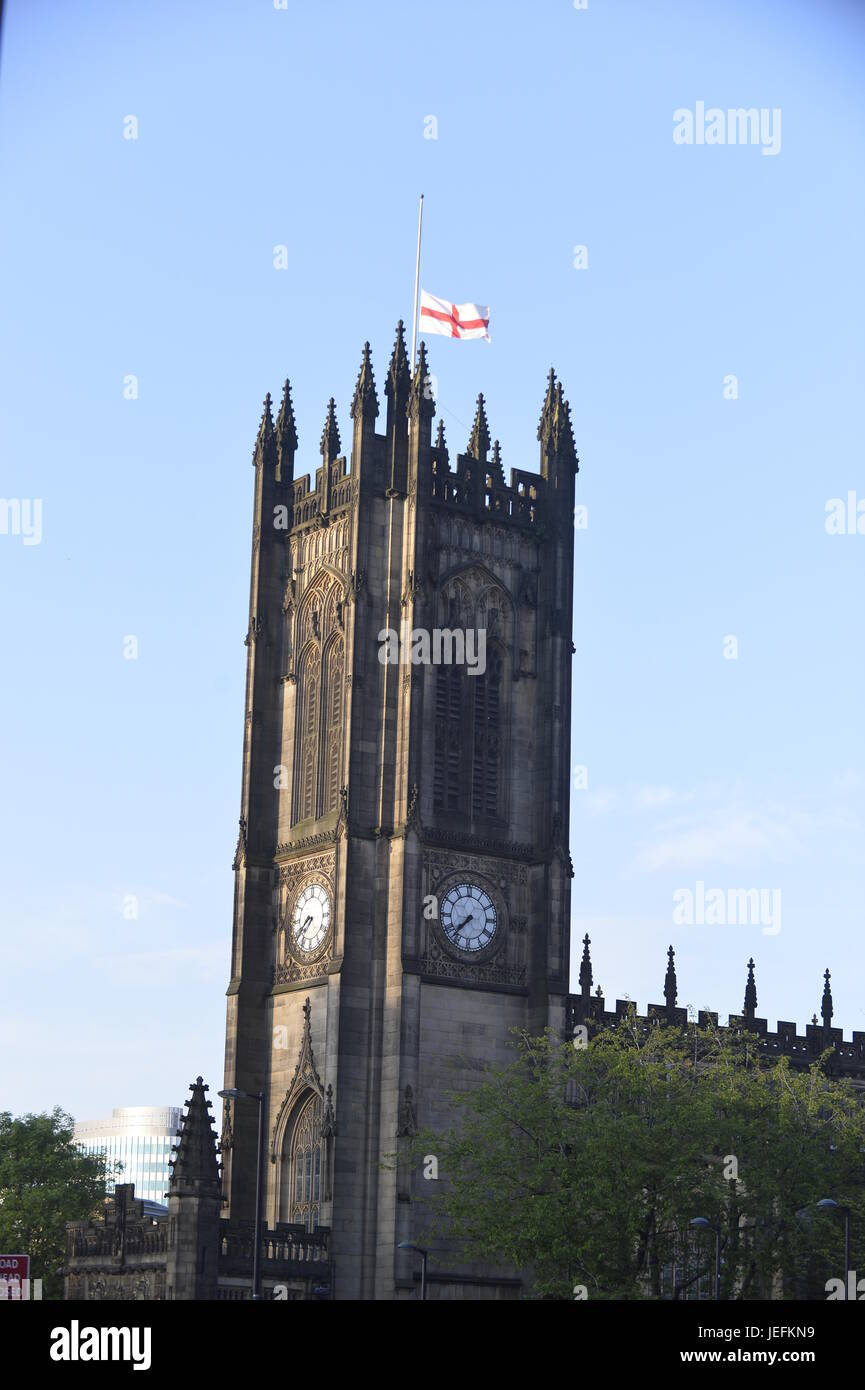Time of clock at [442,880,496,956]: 7:37
